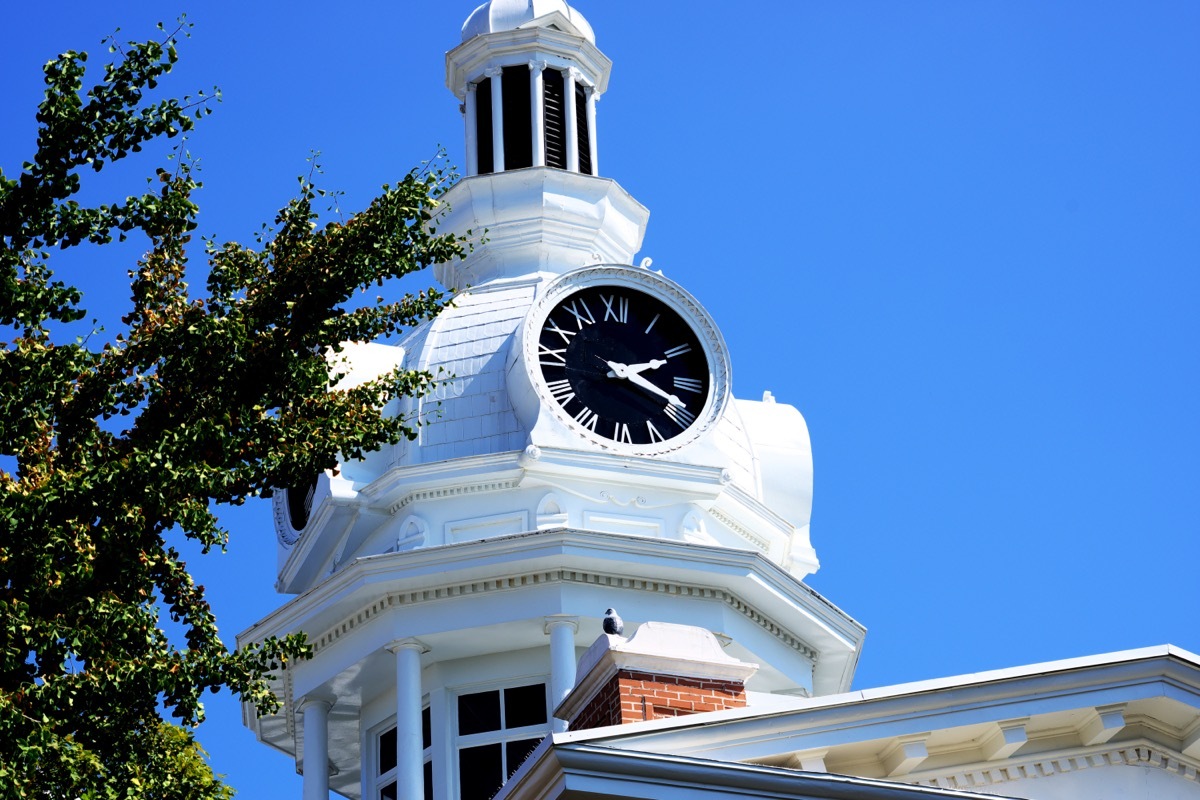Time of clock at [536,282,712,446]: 2:18
